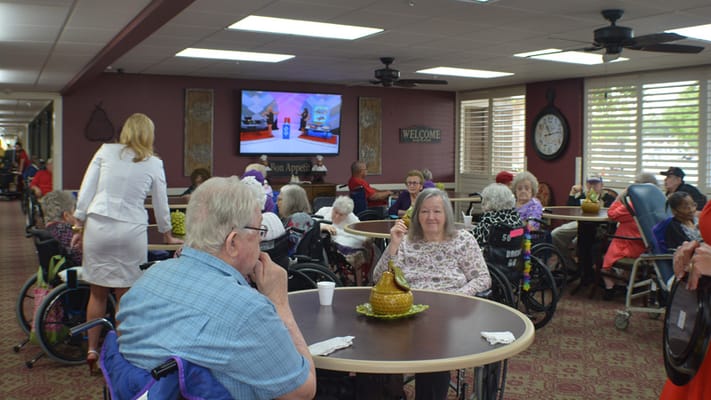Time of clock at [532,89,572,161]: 11:13
